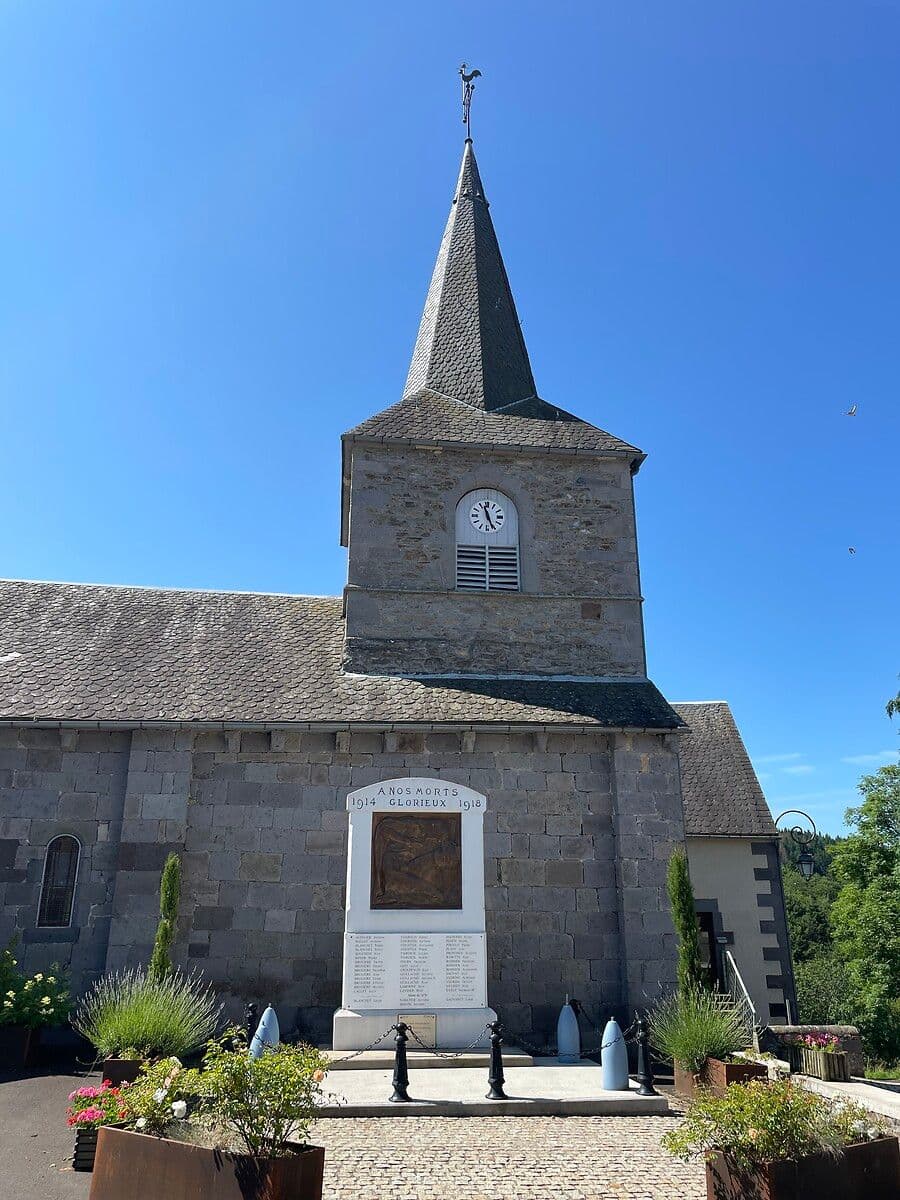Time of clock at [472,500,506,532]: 11:26
